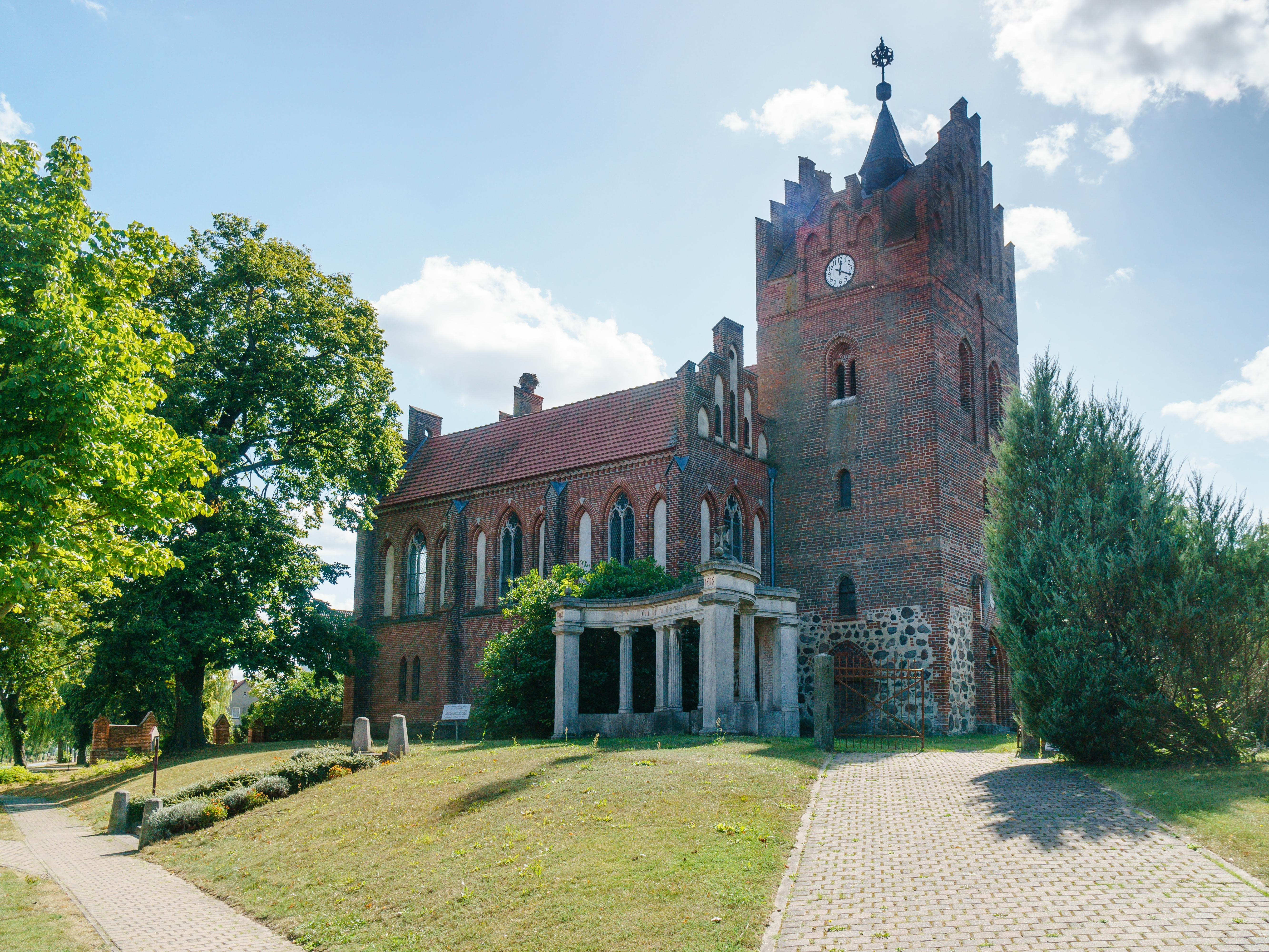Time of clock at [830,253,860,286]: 12:20
